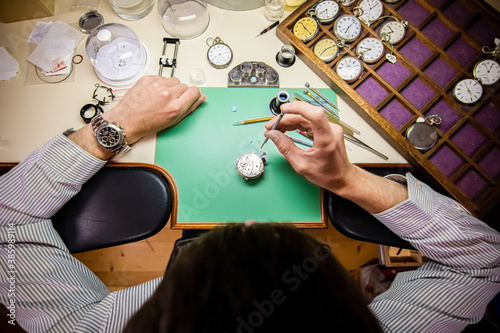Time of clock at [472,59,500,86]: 12:56
